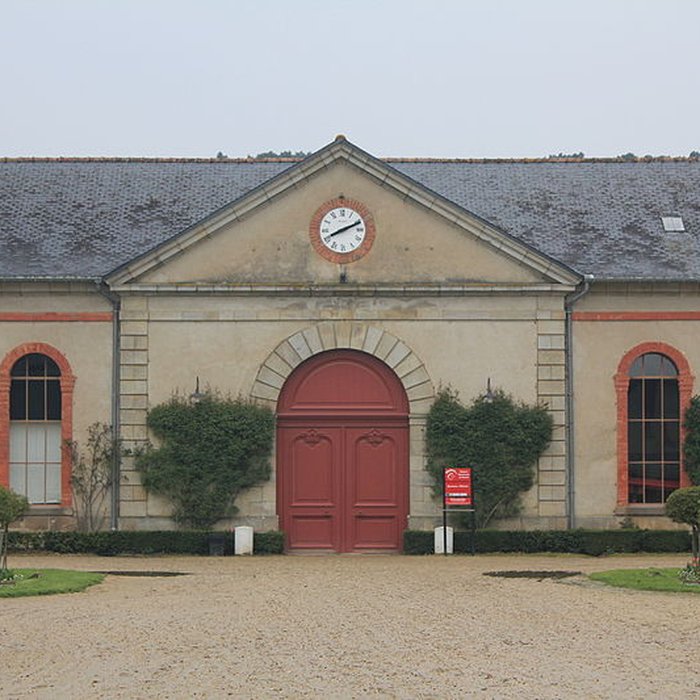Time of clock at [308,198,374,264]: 8:11
